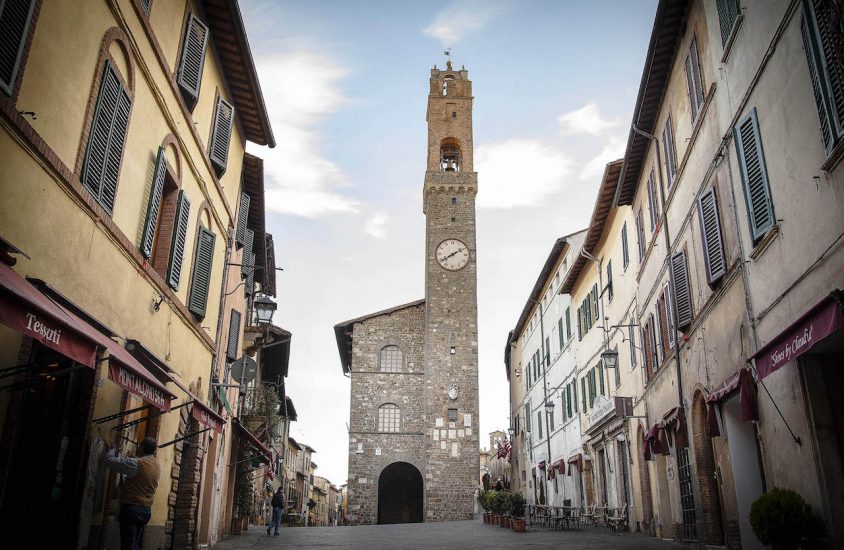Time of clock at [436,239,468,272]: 1:39
